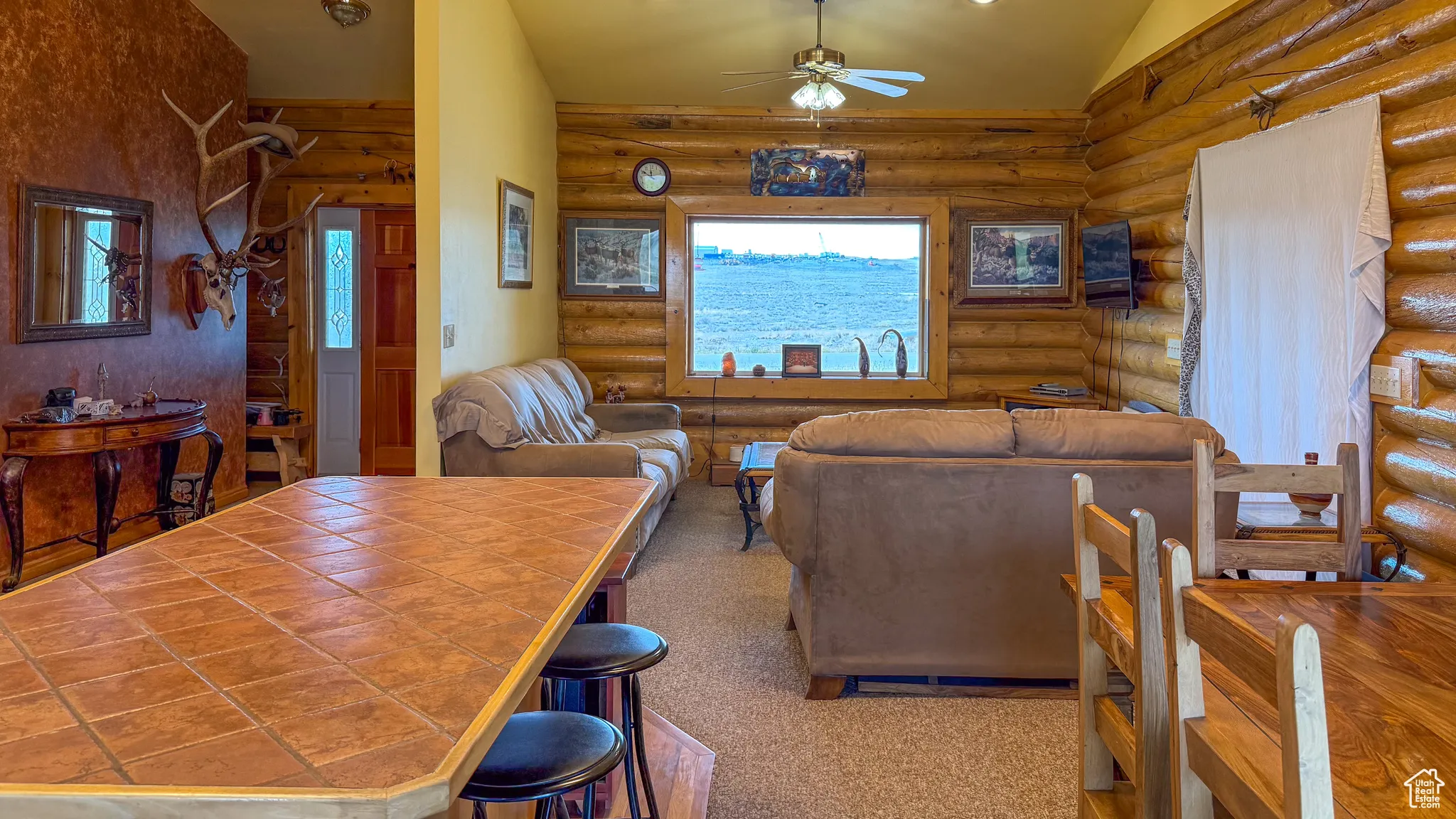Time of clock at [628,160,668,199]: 11:50
